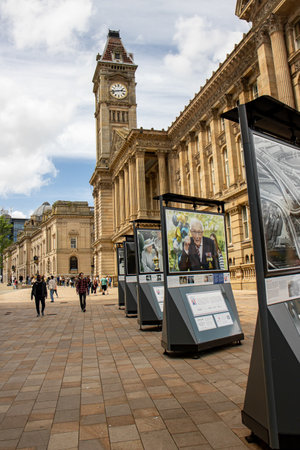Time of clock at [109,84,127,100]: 2:42
